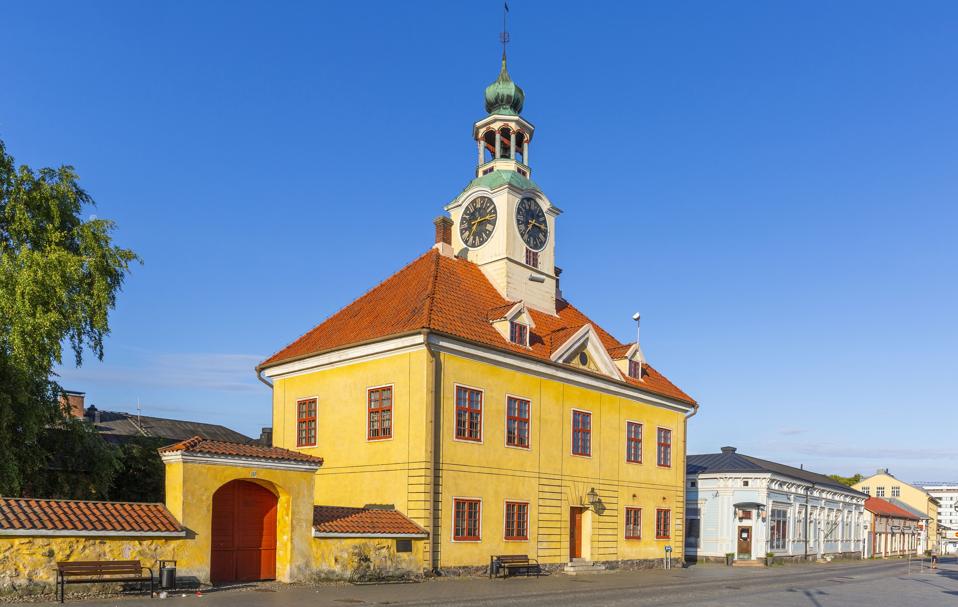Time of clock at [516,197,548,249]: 7:15
